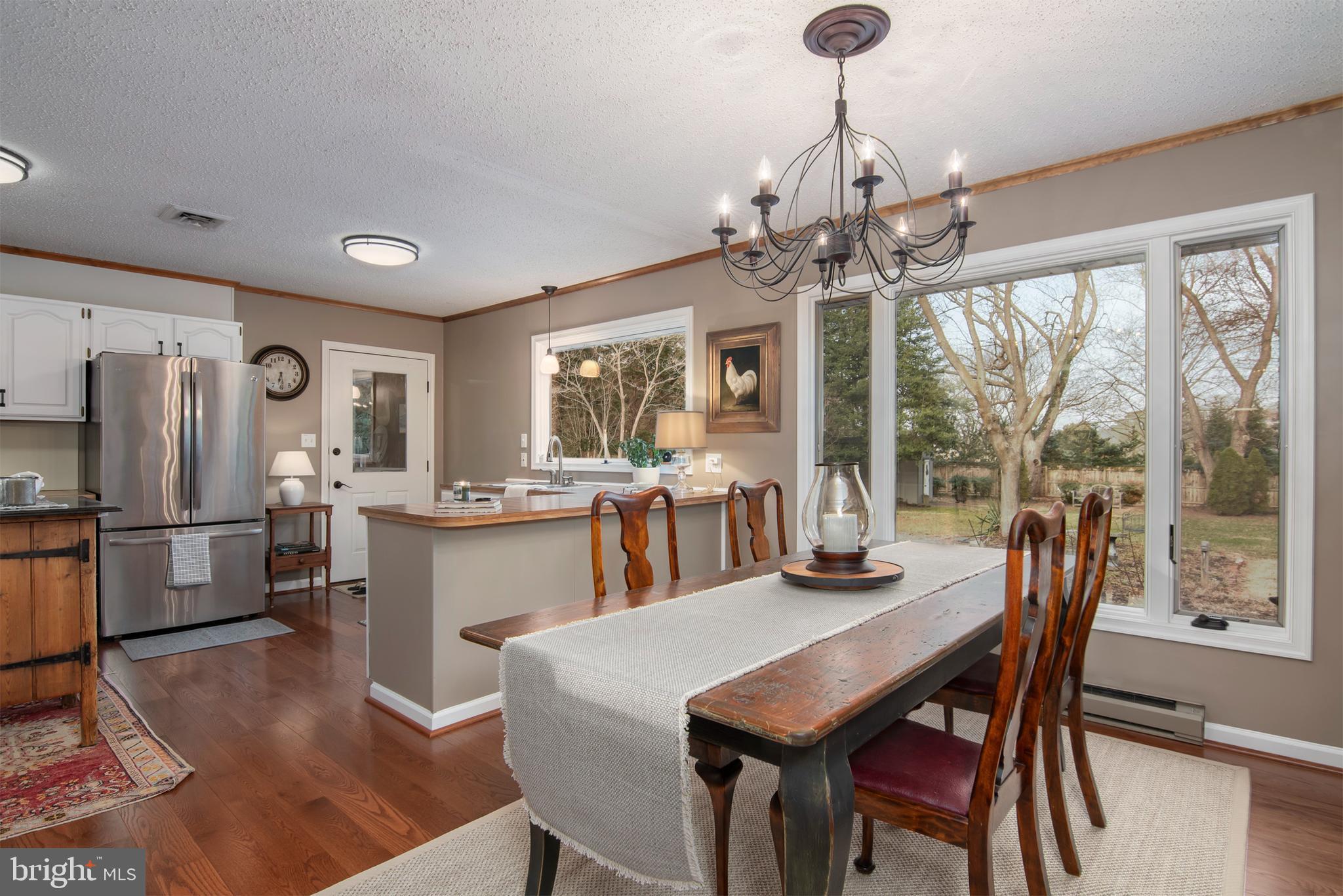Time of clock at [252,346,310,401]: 6:28
